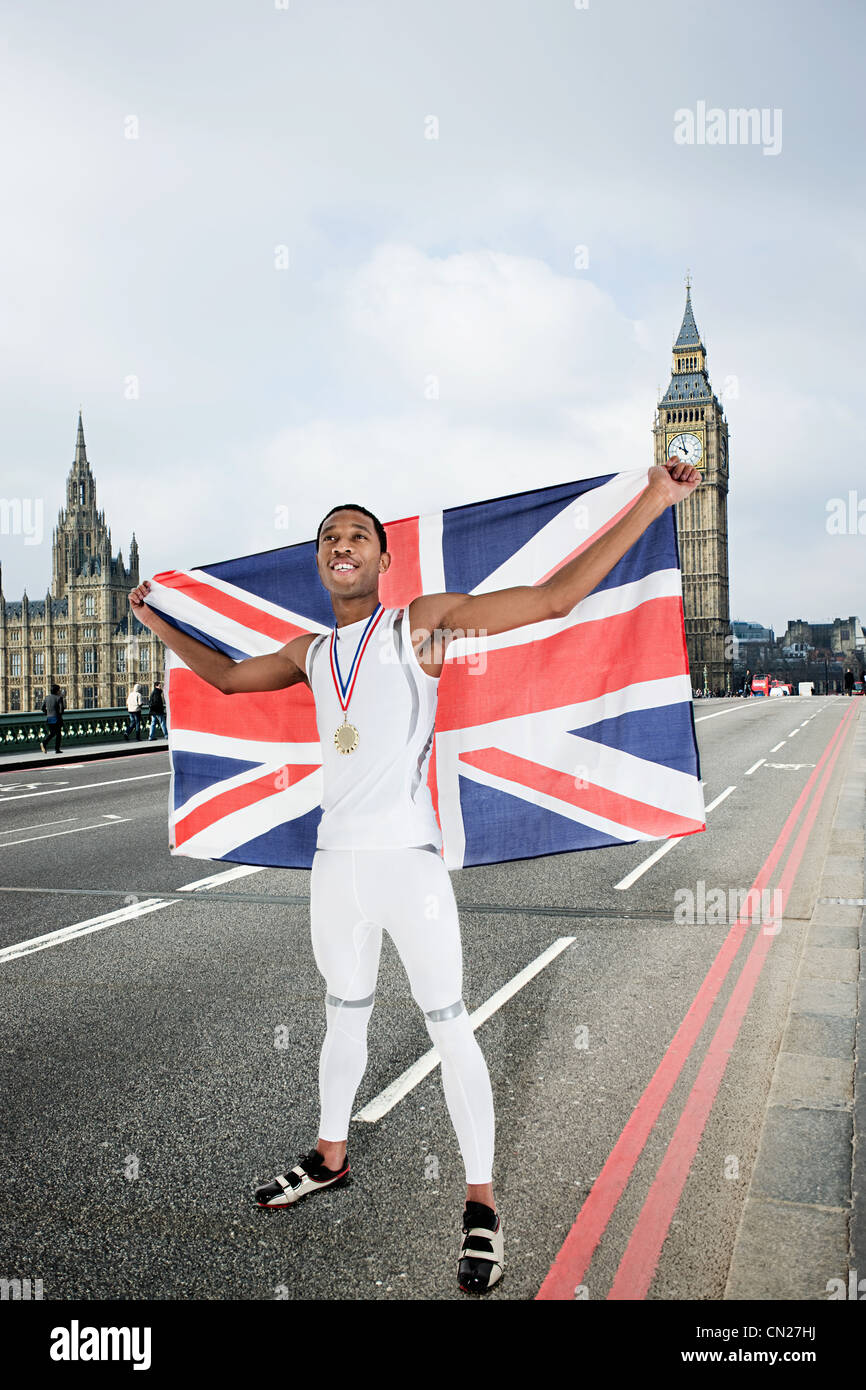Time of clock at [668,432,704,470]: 9:57
